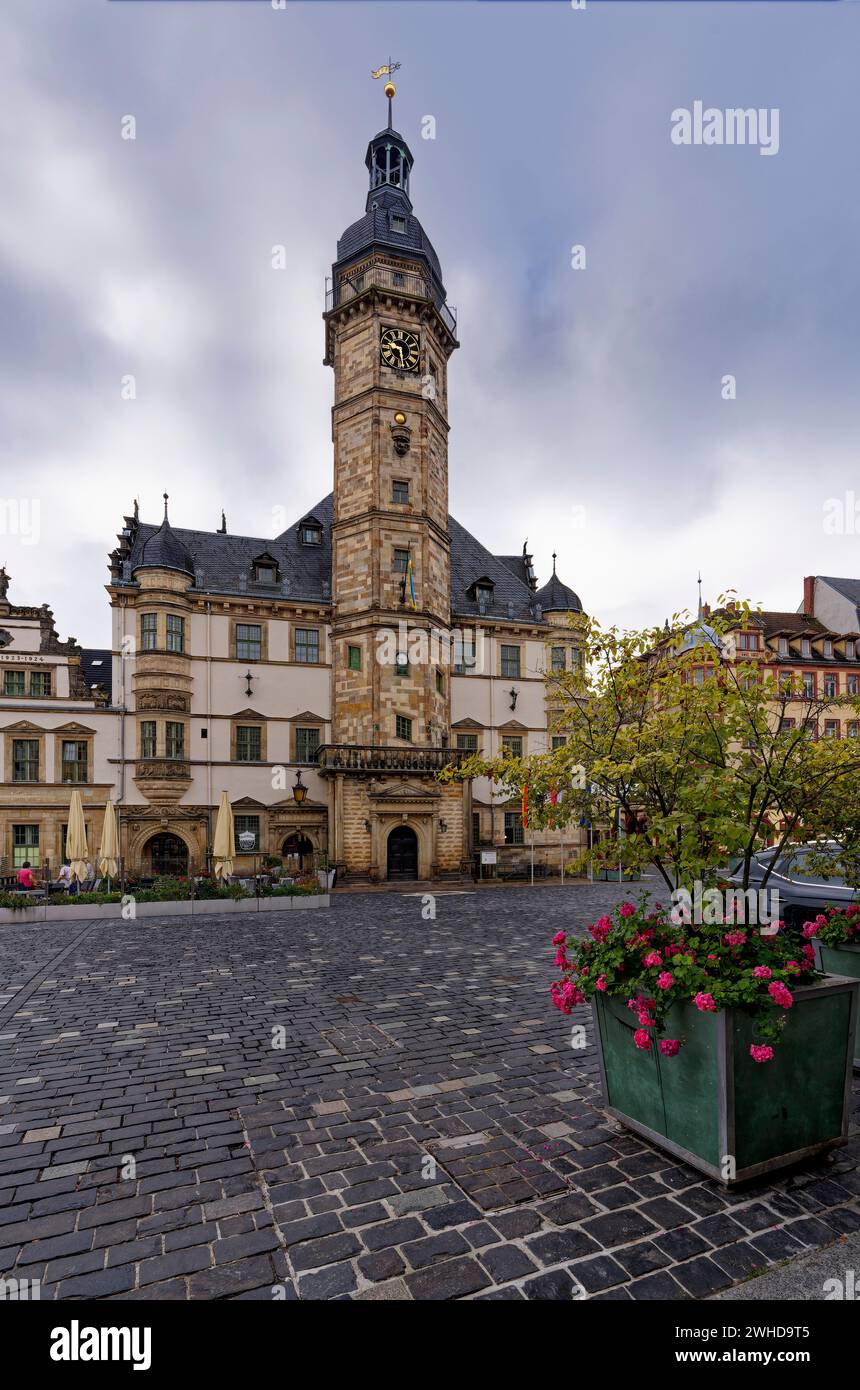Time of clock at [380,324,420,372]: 9:28
